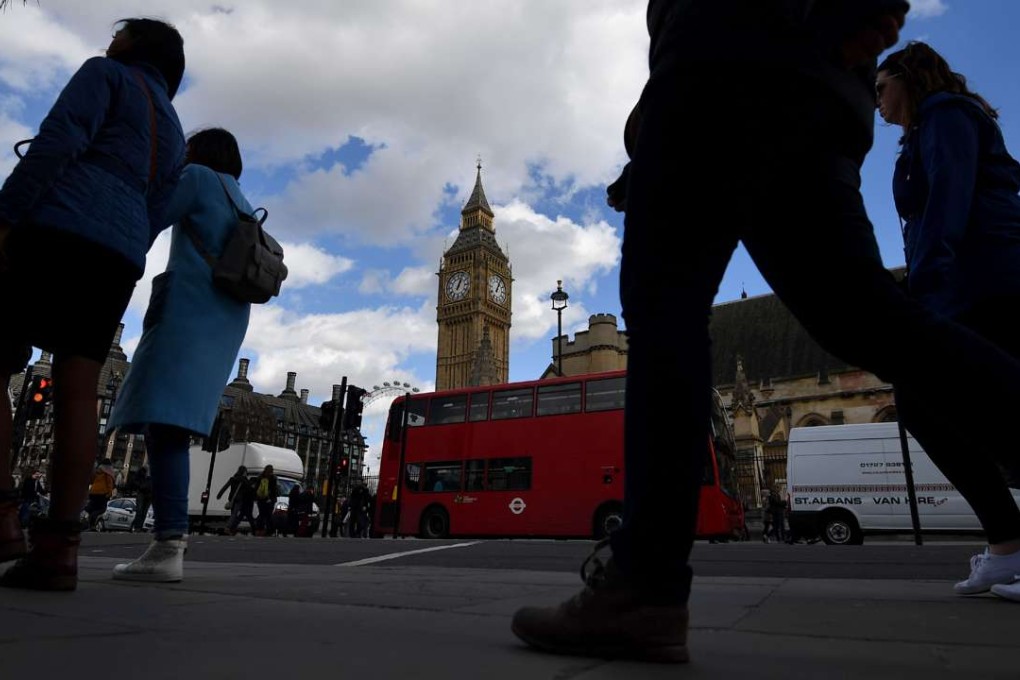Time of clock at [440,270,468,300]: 1:03
